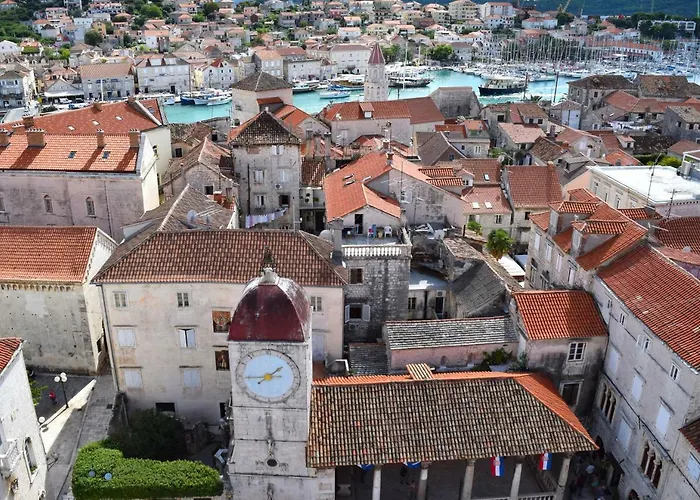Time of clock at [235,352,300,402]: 1:44
